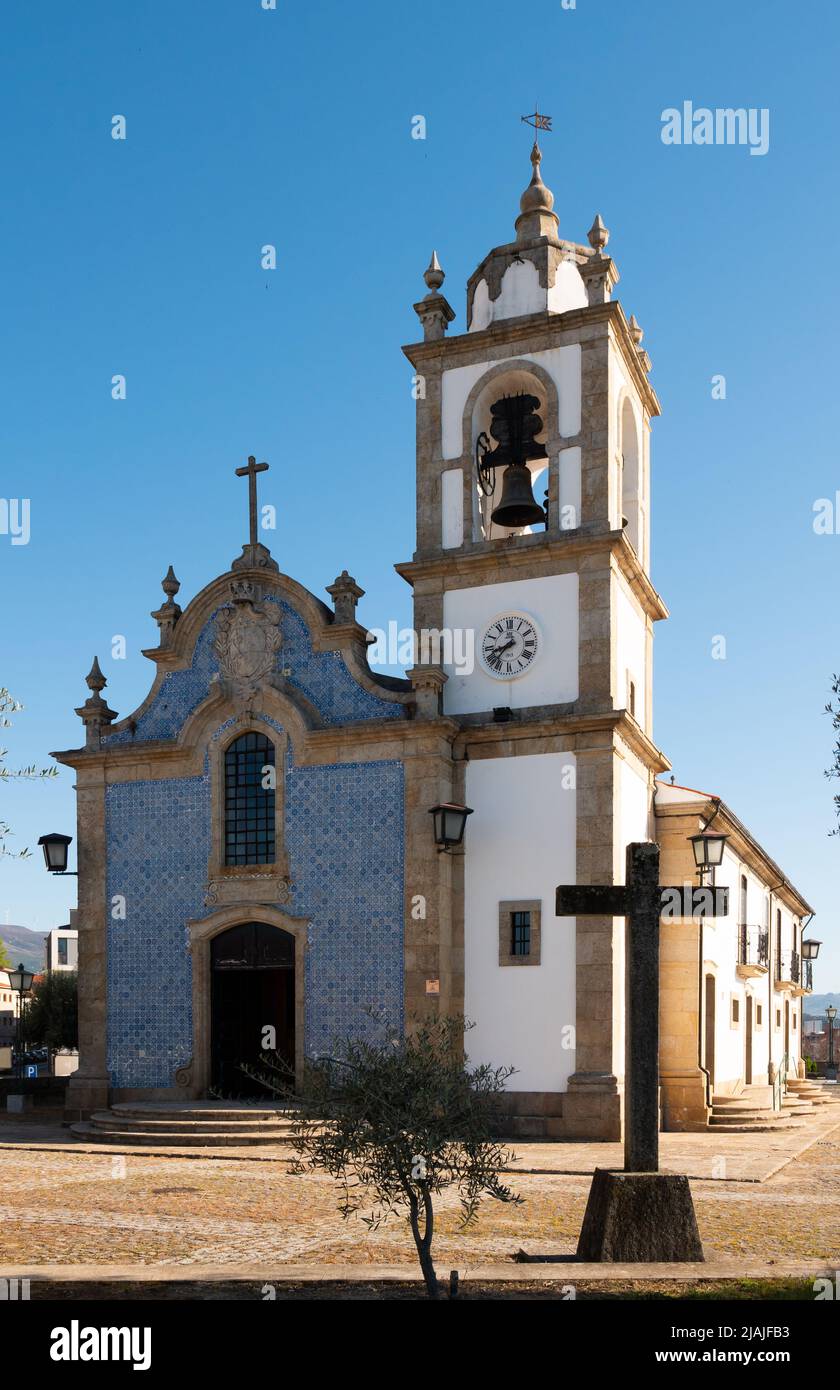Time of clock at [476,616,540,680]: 8:37
